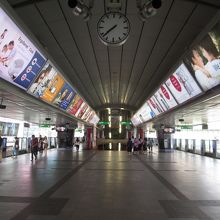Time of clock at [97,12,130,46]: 7:38
